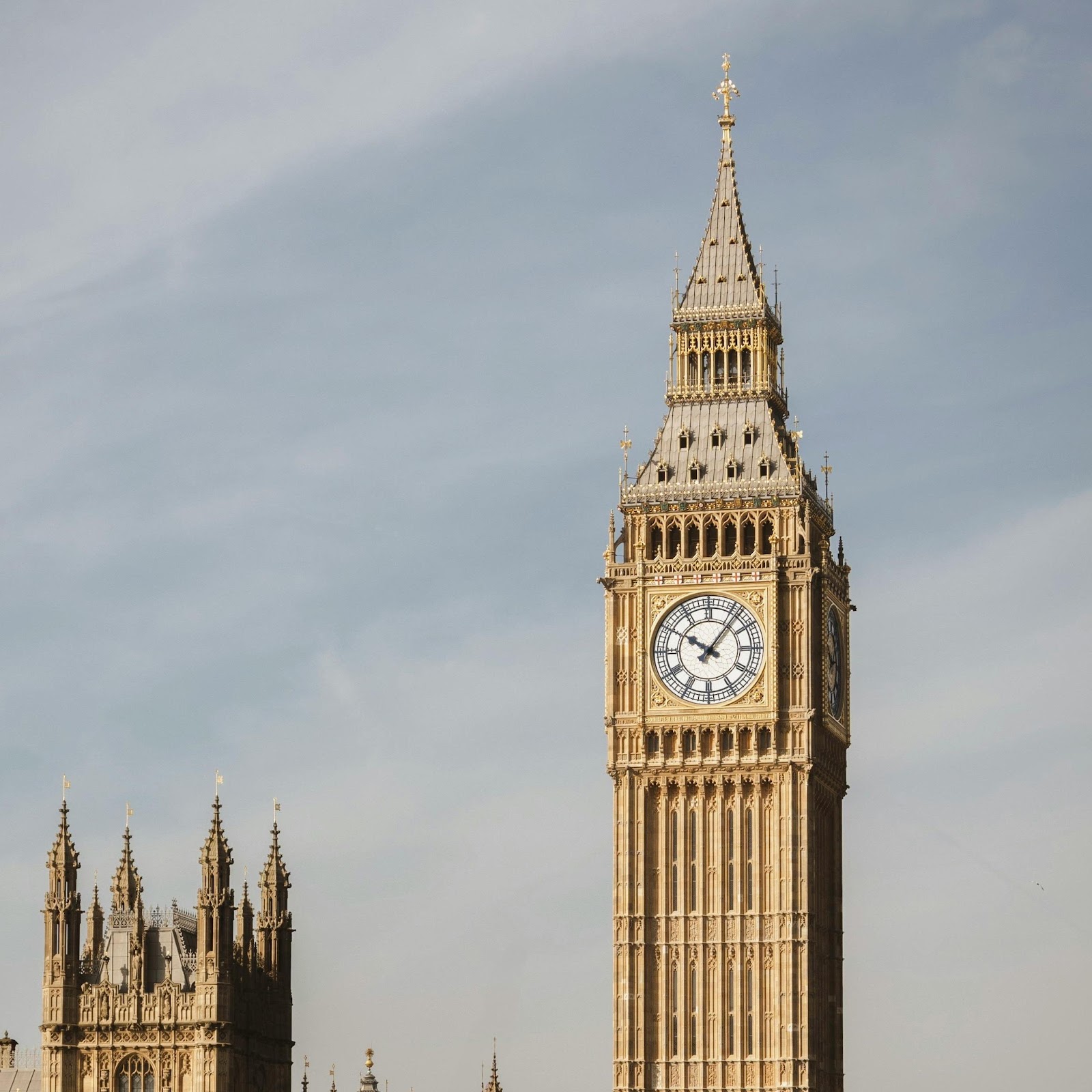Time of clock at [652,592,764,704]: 10:06
